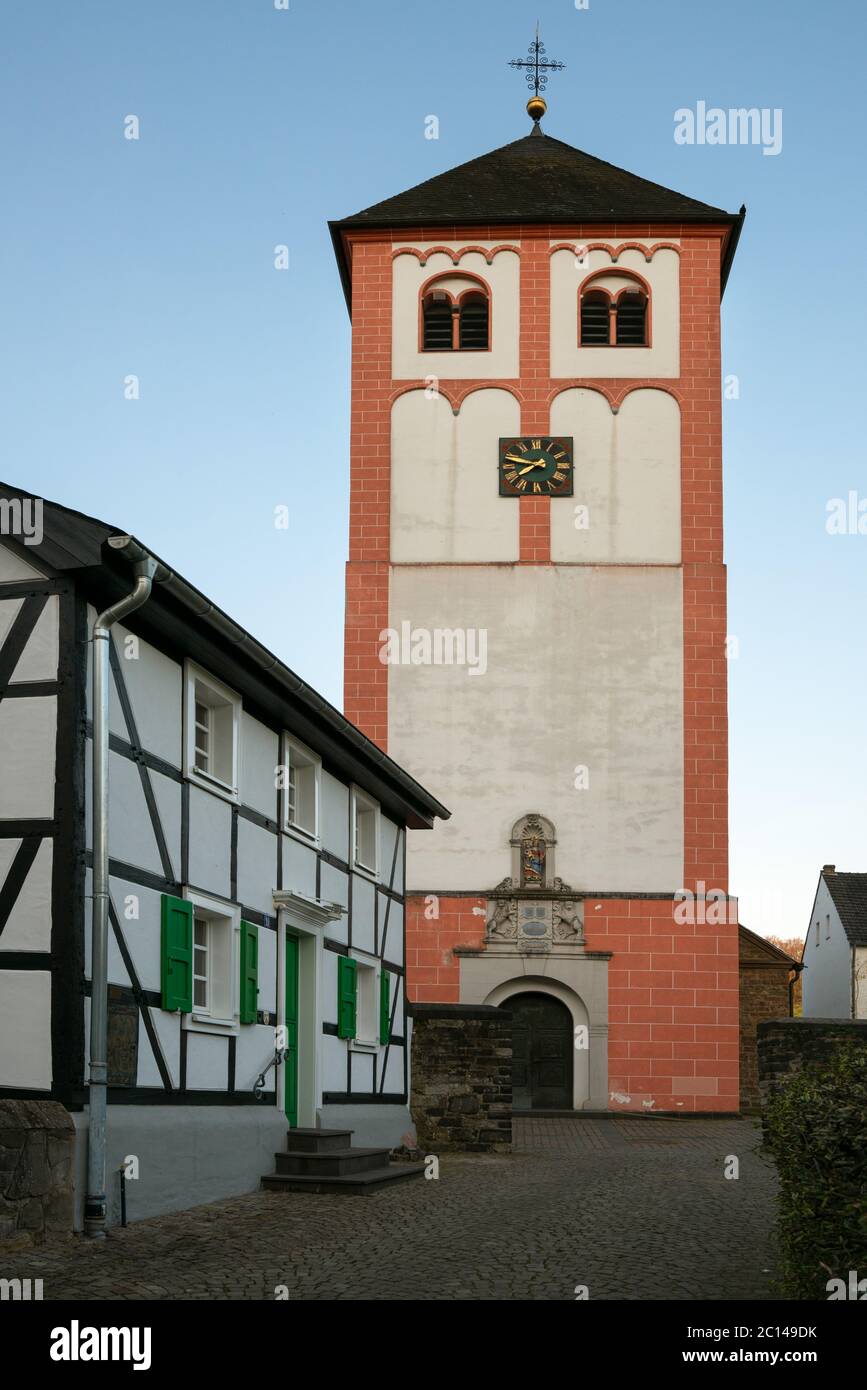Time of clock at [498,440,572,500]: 7:47
